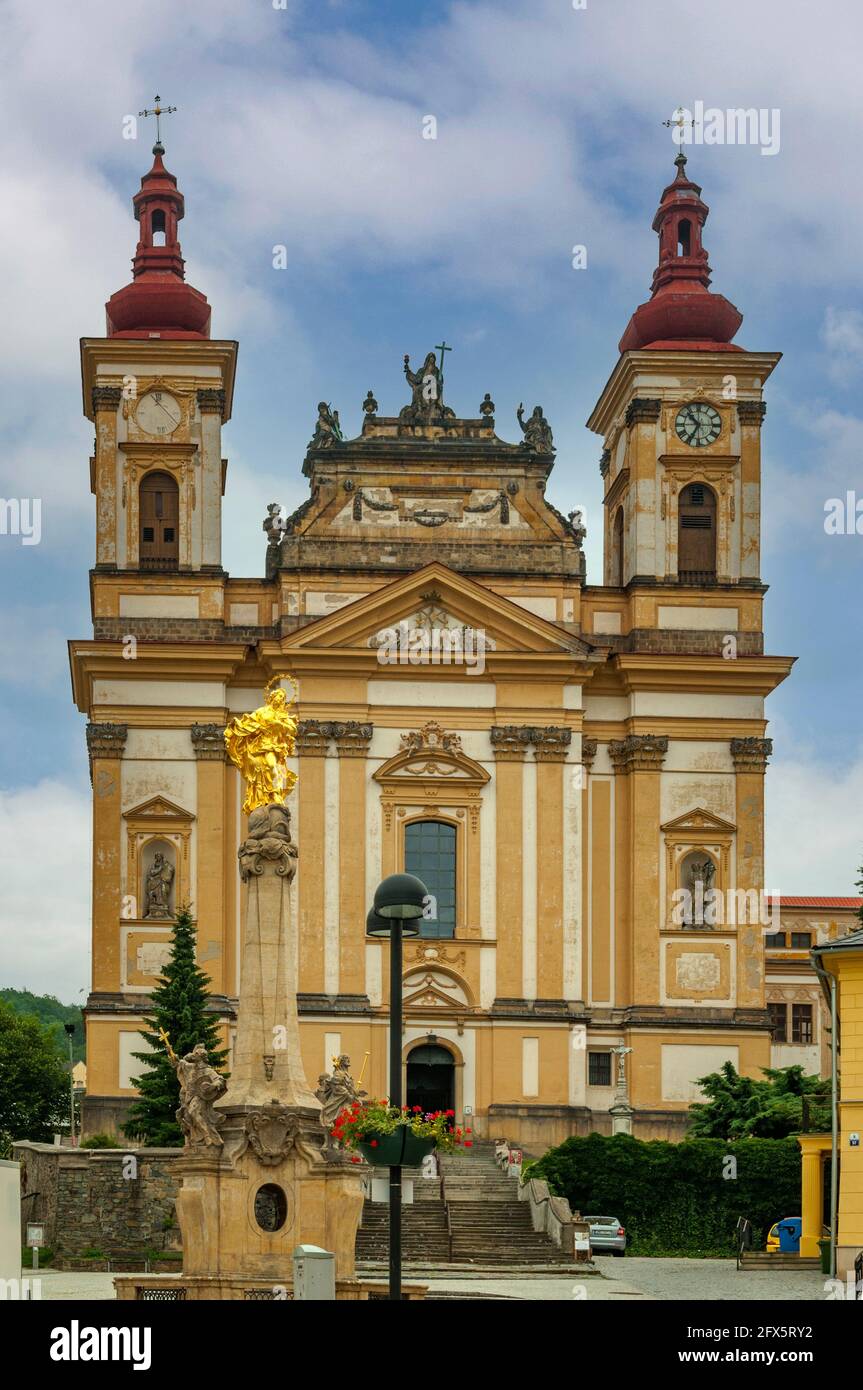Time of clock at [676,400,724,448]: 10:34
